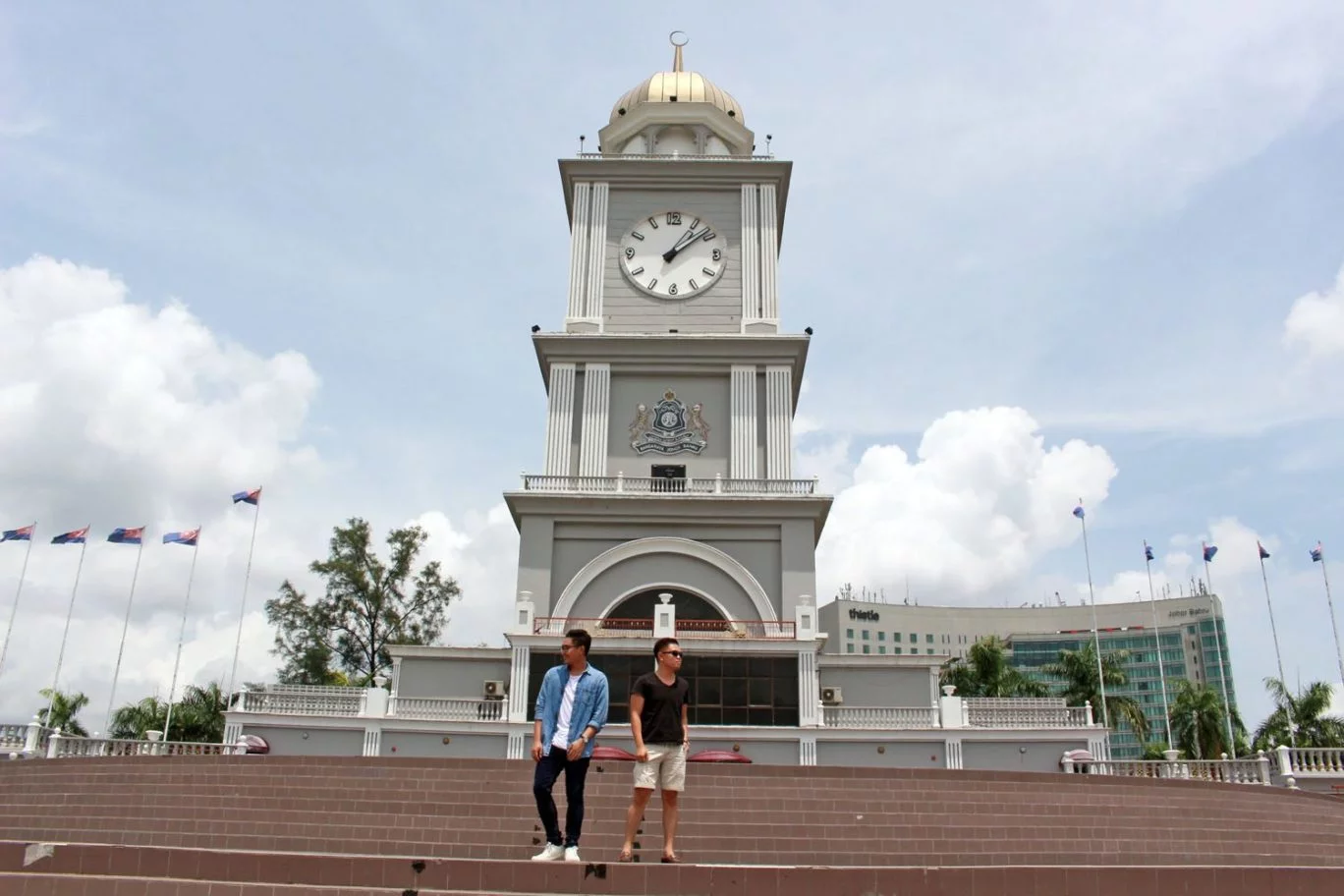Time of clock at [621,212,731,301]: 1:08
